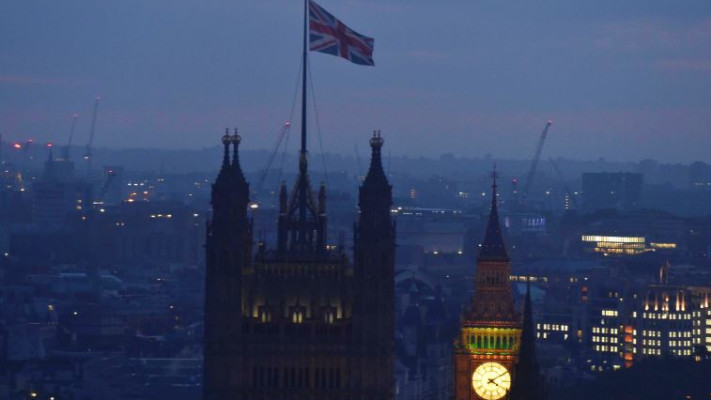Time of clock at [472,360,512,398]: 4:09
